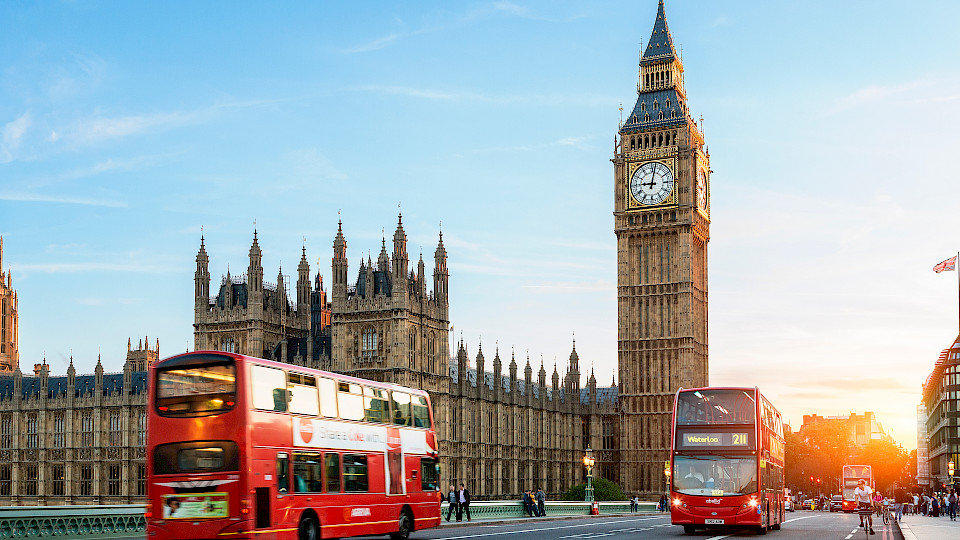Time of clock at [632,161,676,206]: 9:01
